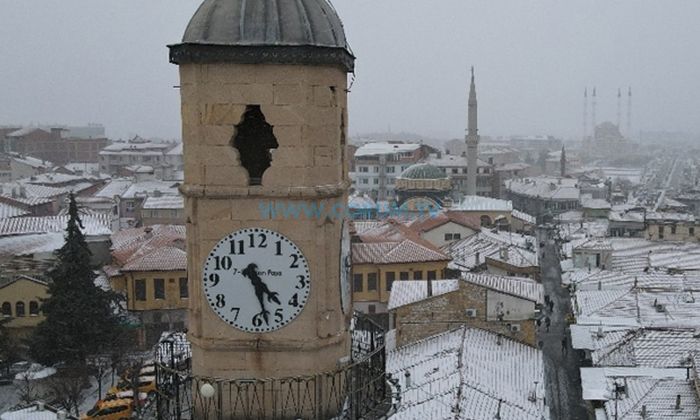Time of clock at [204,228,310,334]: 4:27
